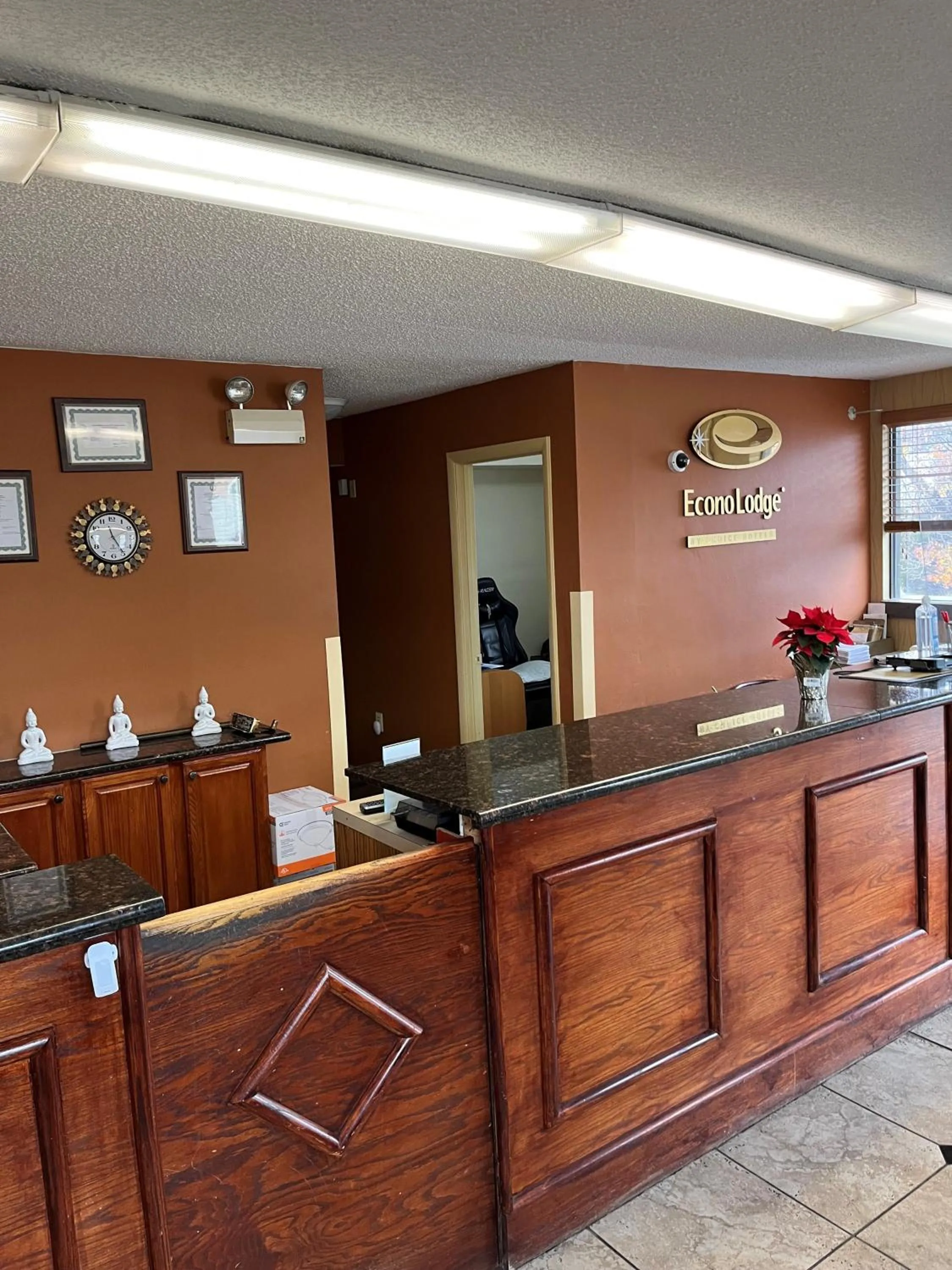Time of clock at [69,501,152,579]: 11:24
